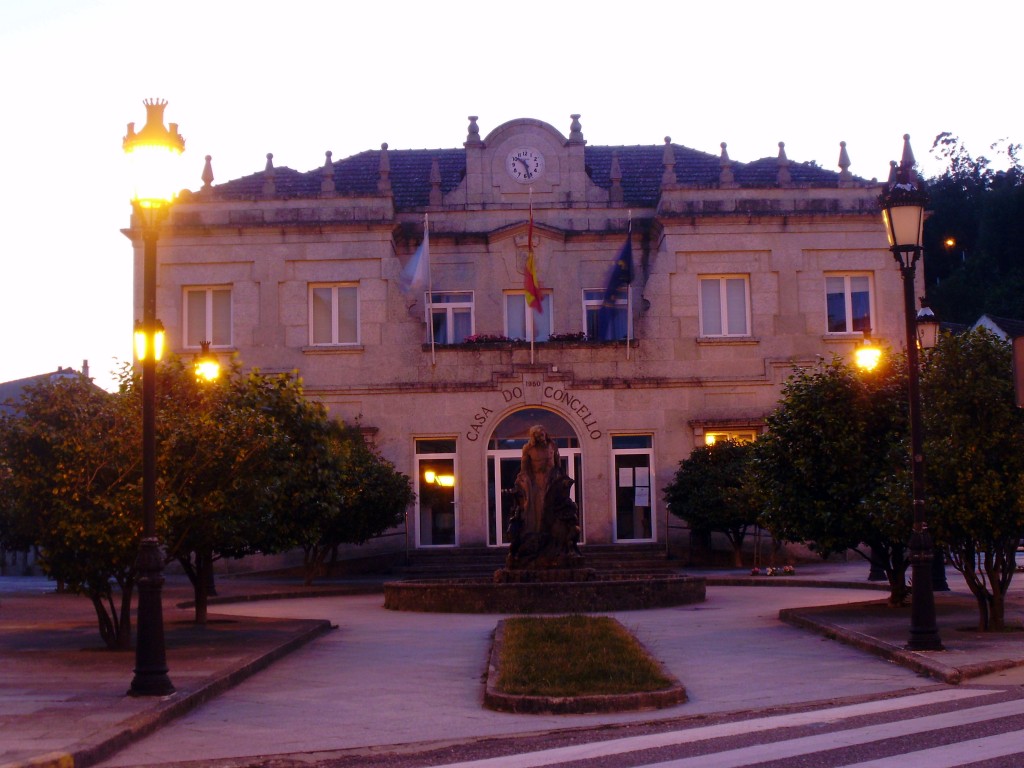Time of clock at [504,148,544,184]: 10:27
